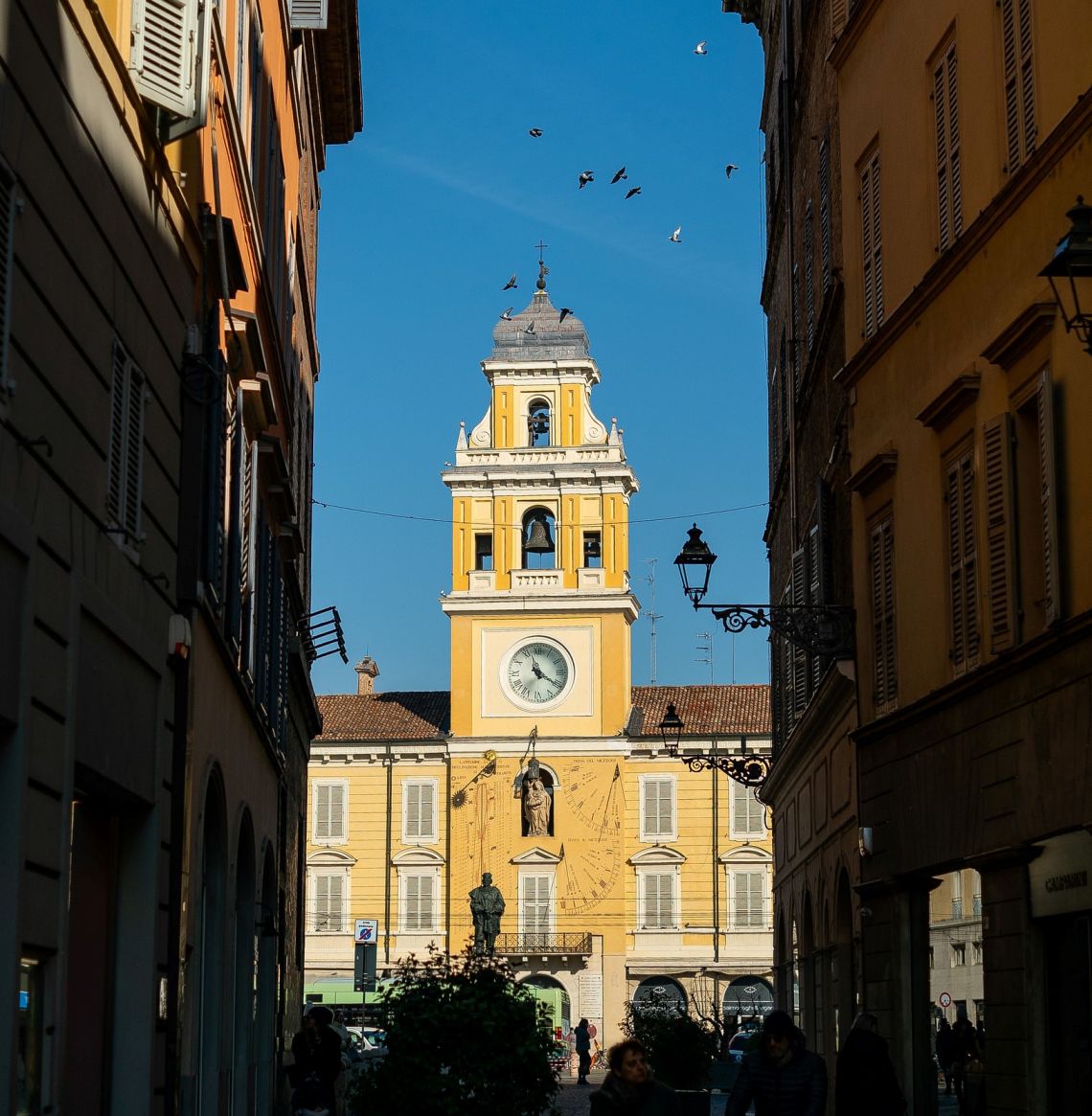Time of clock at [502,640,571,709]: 11:20
